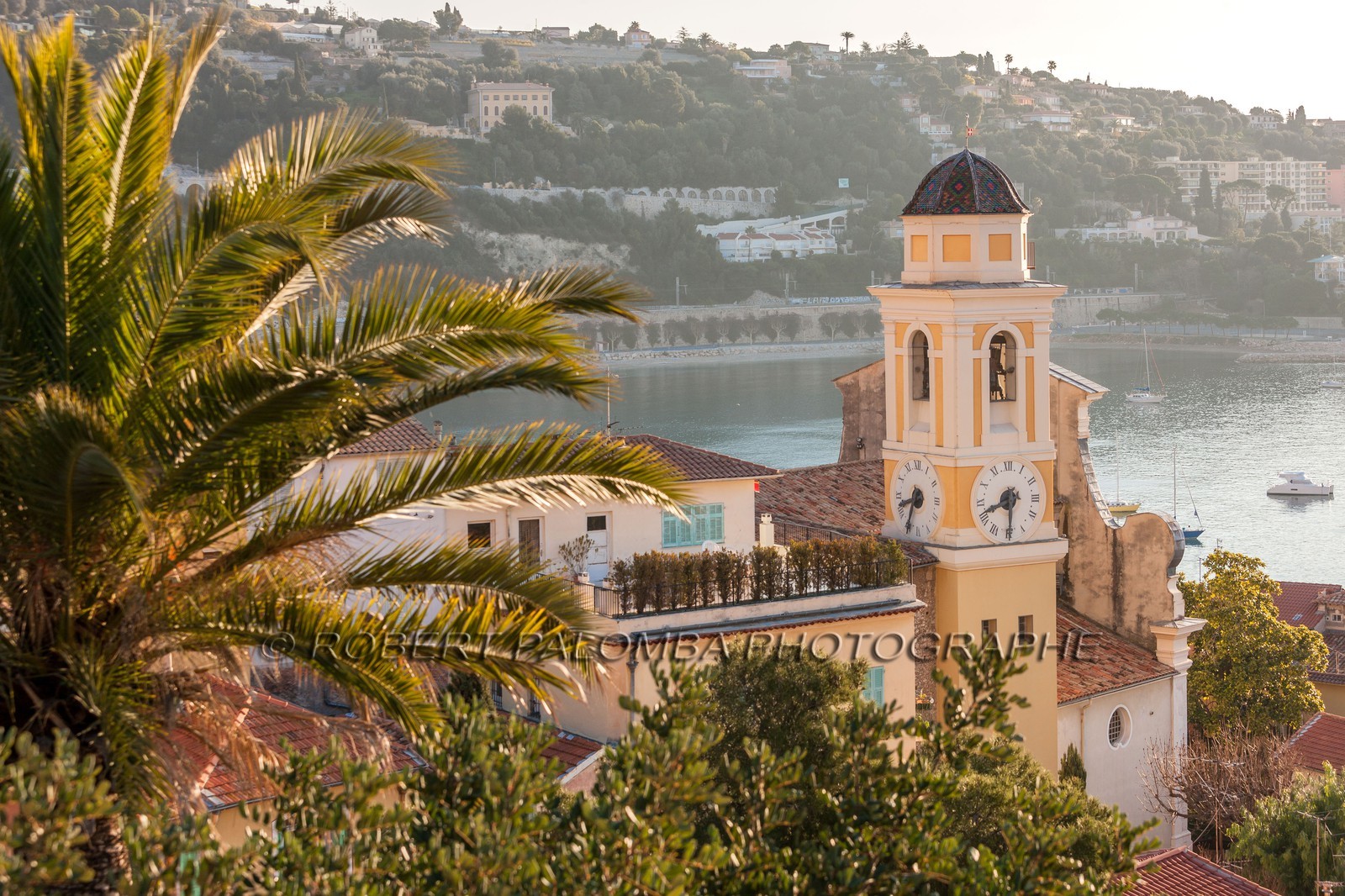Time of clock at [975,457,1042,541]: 8:29
